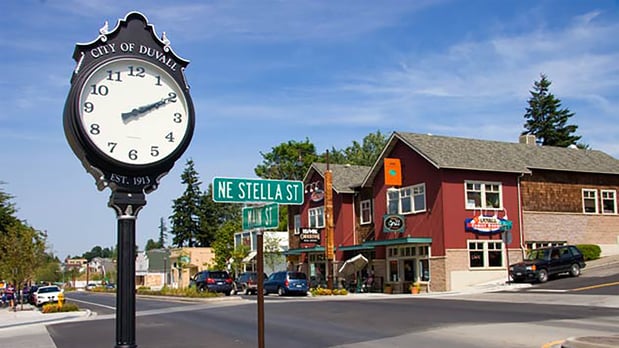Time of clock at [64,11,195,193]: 2:10
